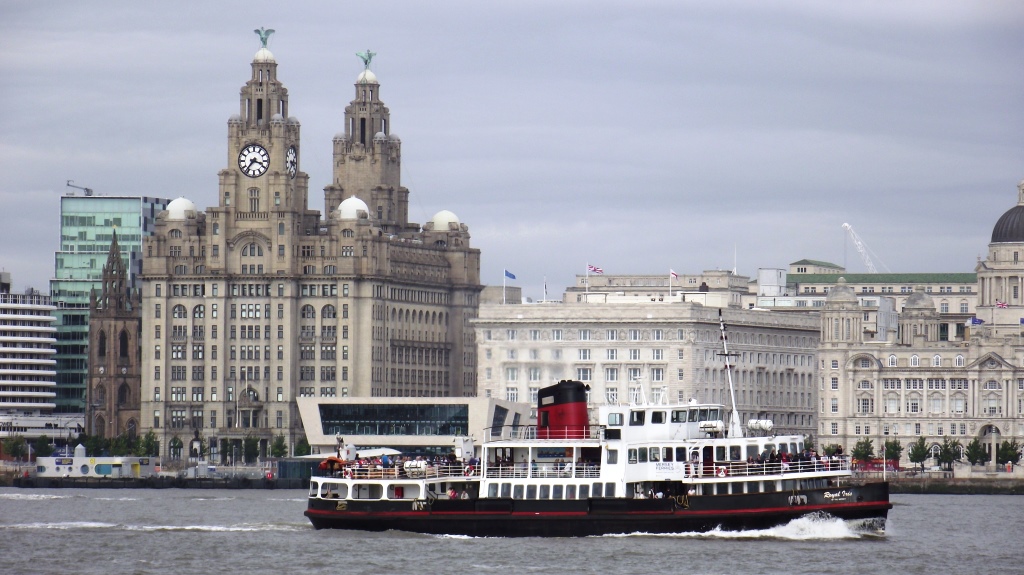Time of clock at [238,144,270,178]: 3:36
